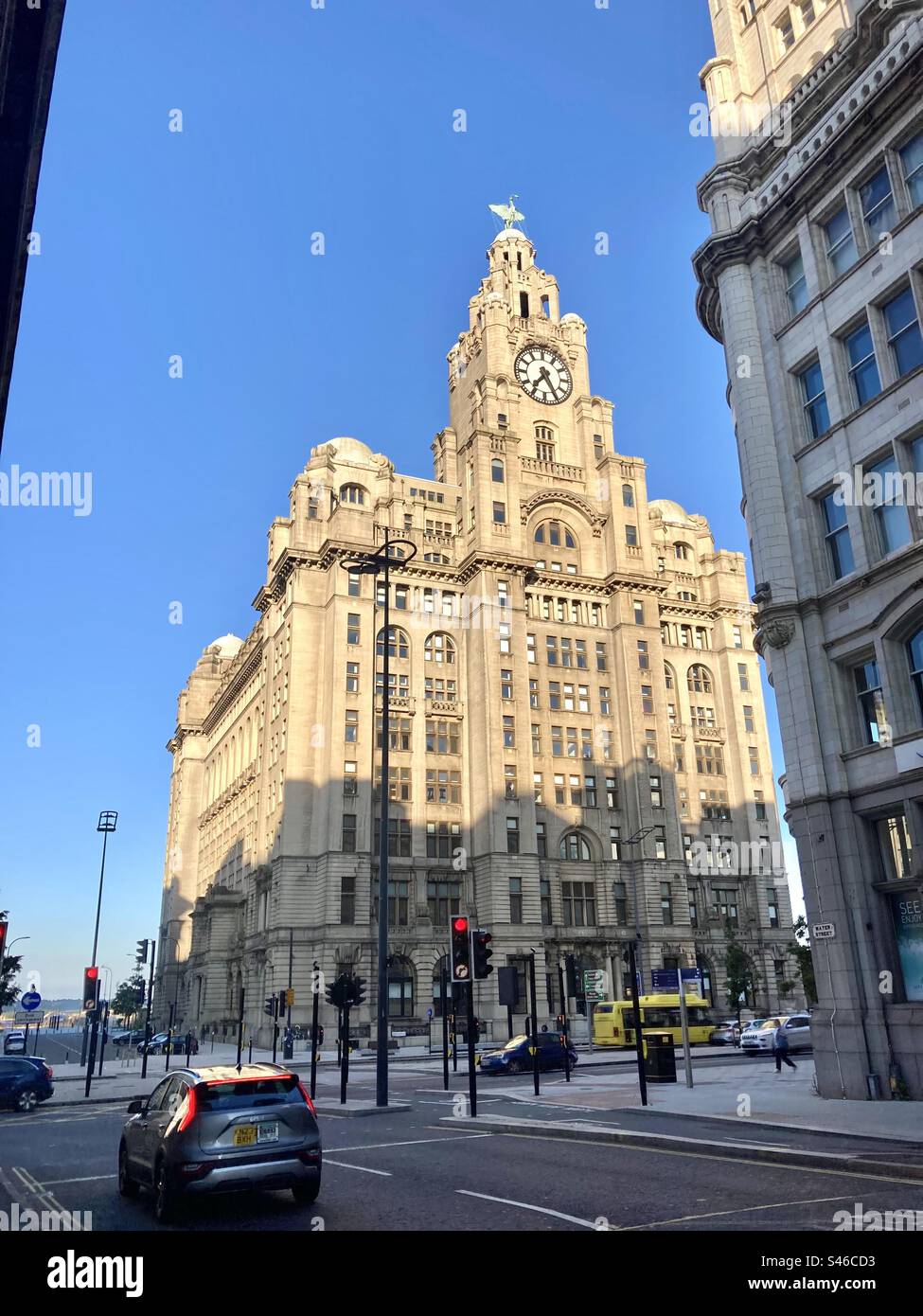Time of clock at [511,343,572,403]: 7:25
